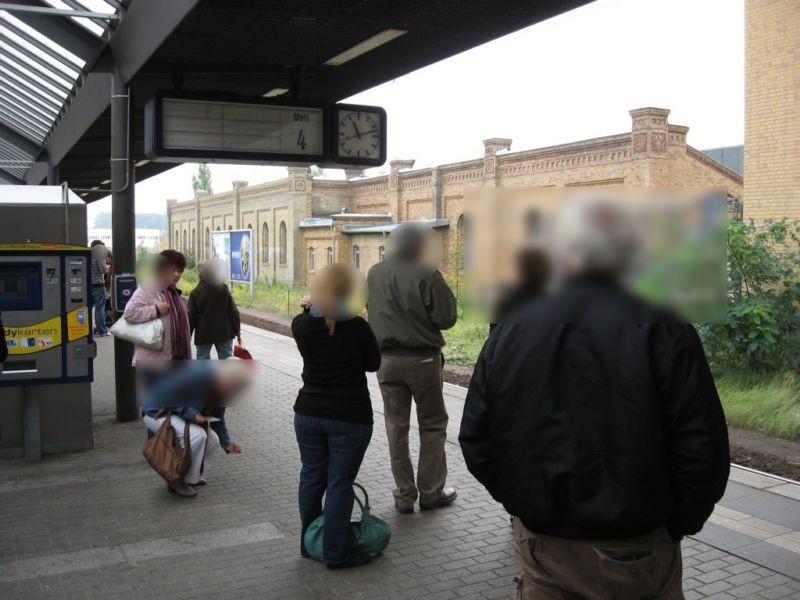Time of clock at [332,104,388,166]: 11:12
